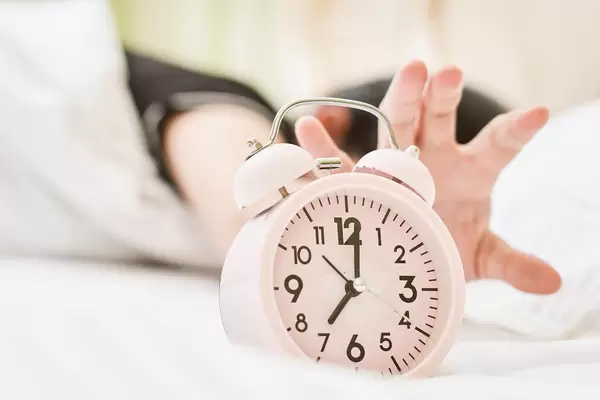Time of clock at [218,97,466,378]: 7:01
